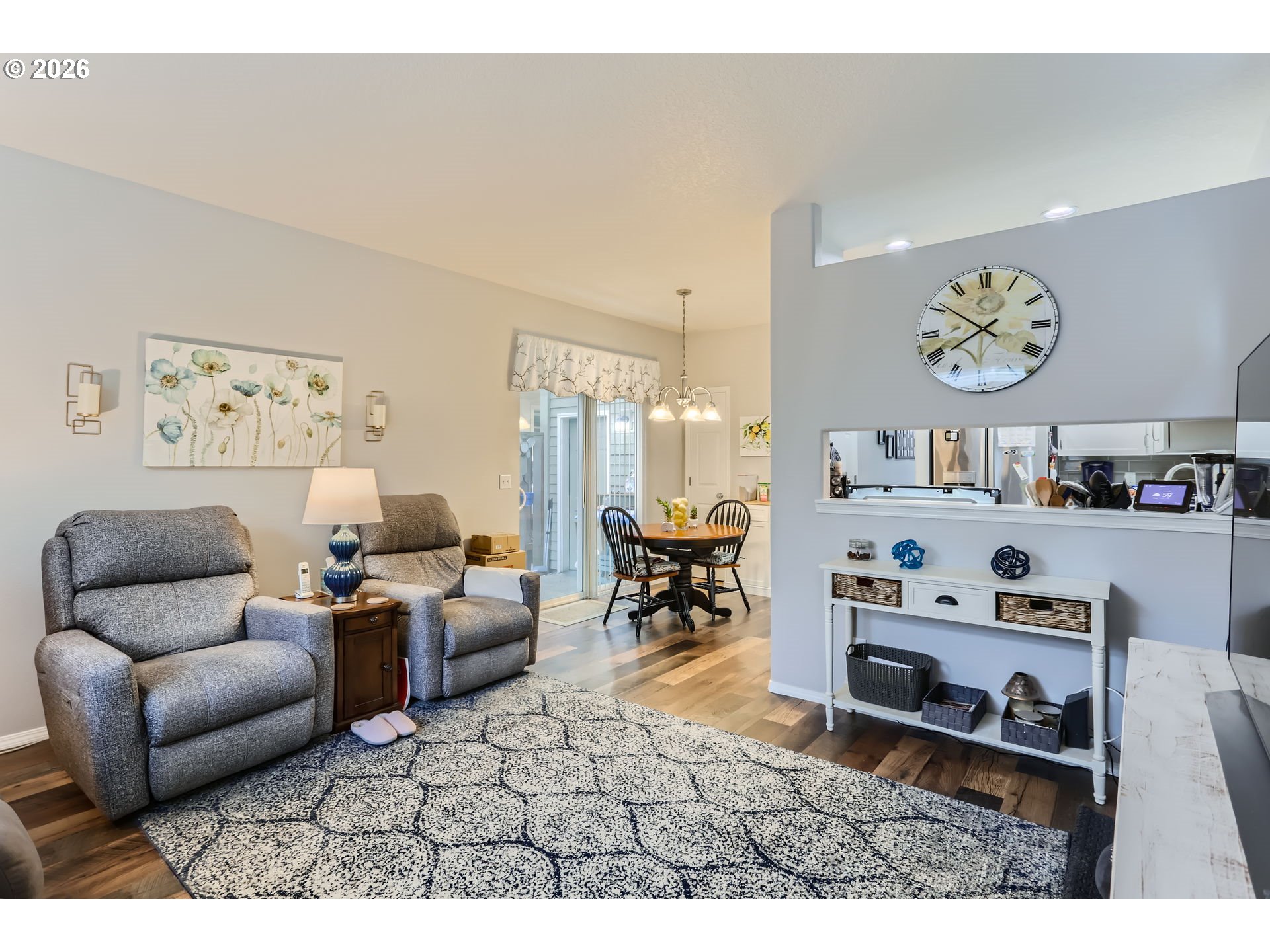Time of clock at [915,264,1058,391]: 7:50
